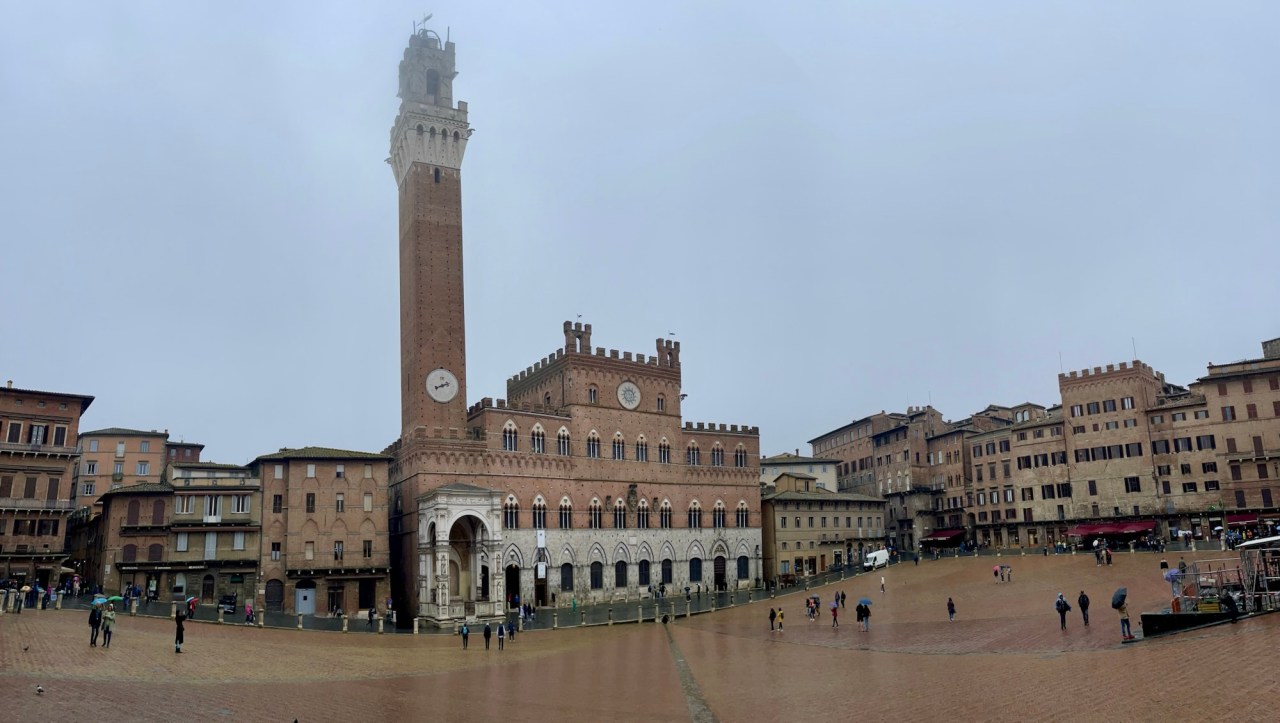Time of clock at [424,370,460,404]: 8:11
